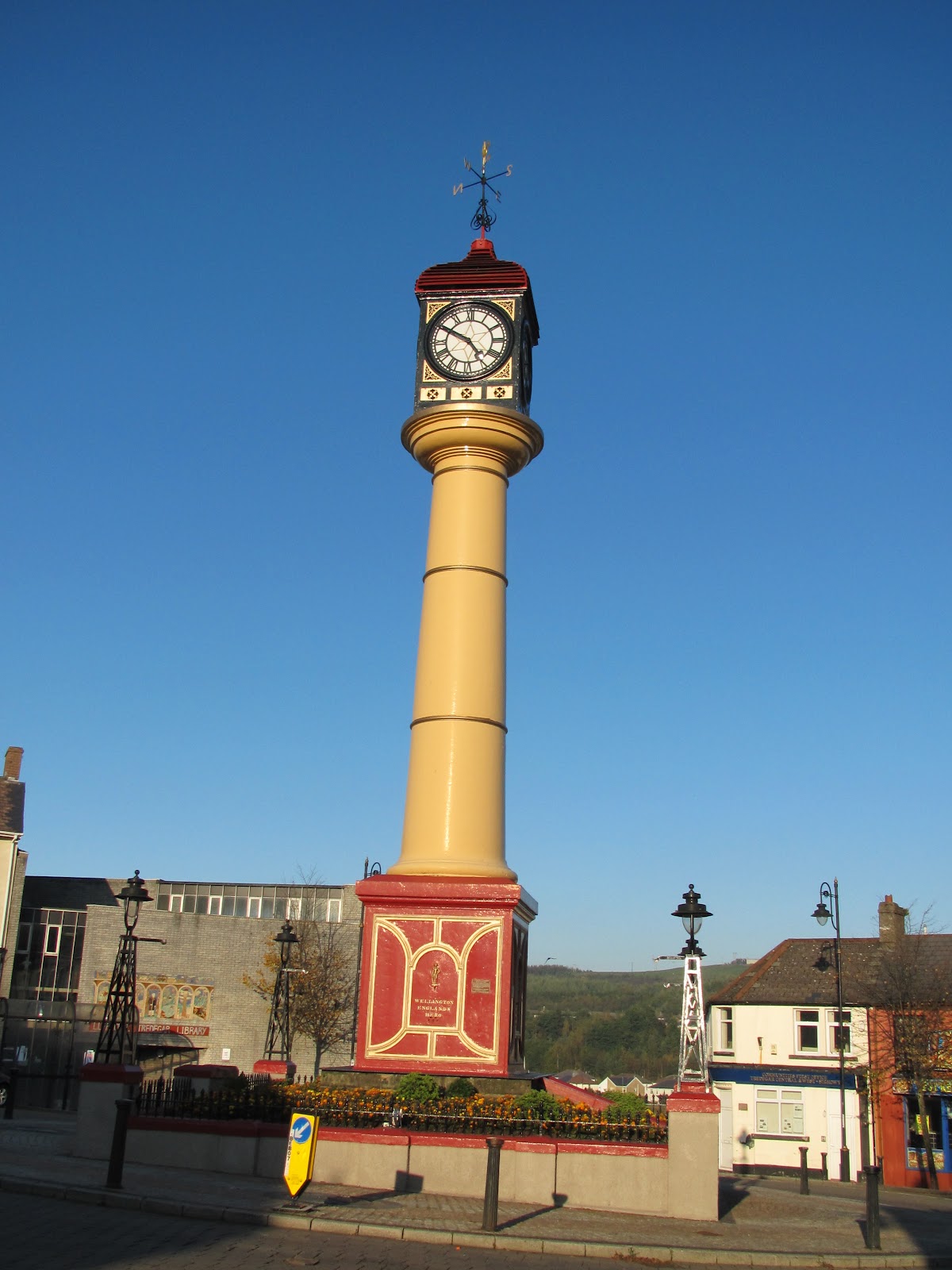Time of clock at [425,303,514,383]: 4:49
